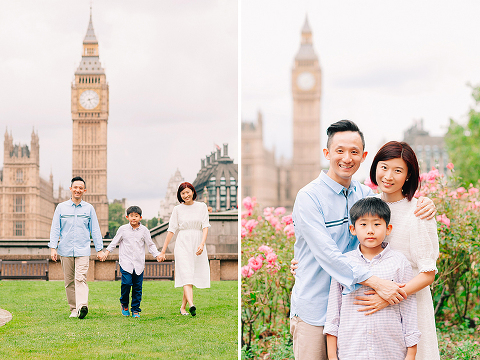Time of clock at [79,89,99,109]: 5:12
